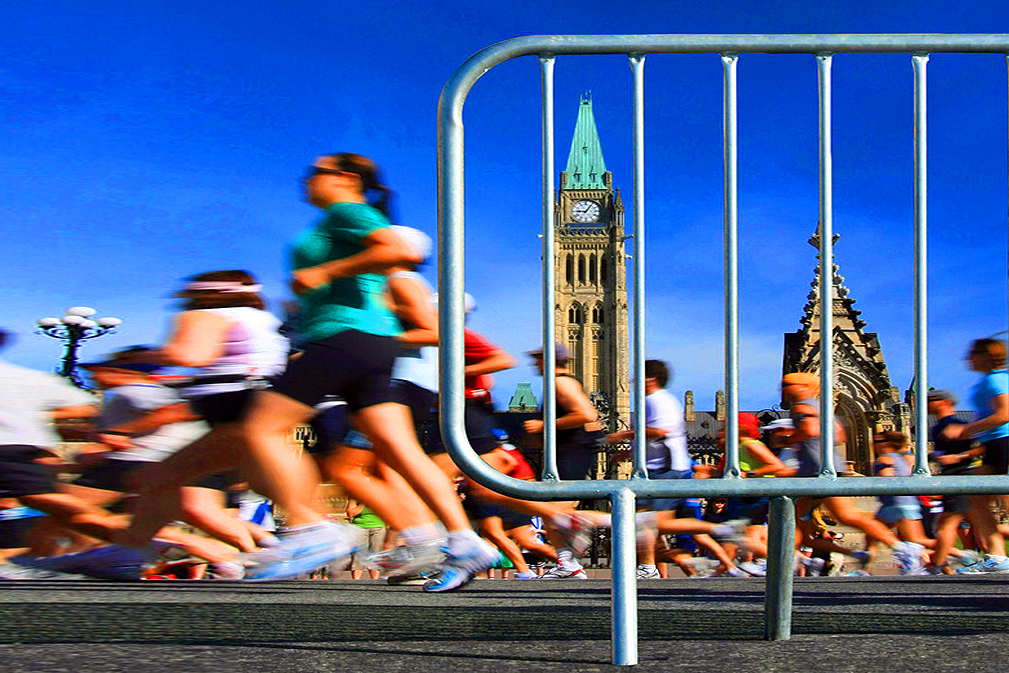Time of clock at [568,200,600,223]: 9:05
